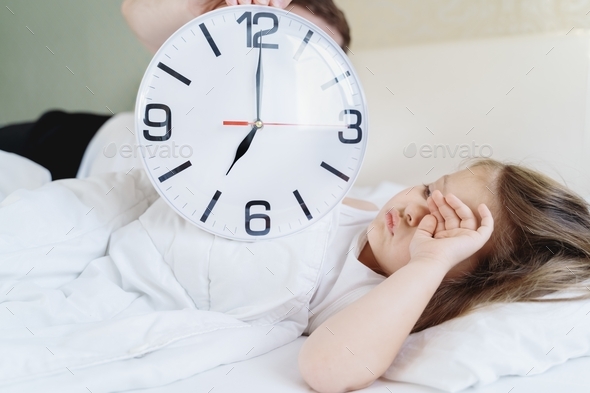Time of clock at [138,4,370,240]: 7:00
